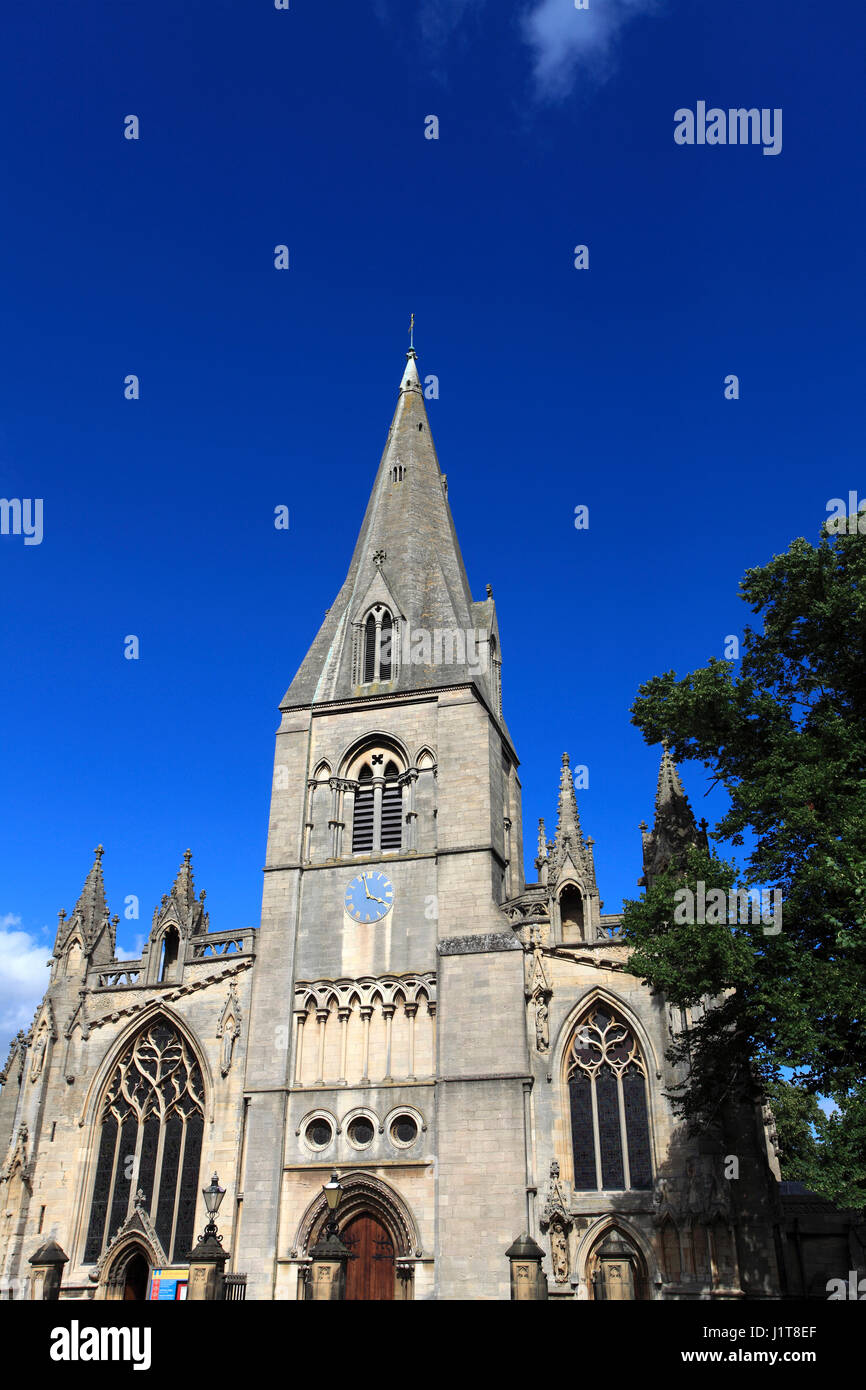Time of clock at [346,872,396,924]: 3:57
